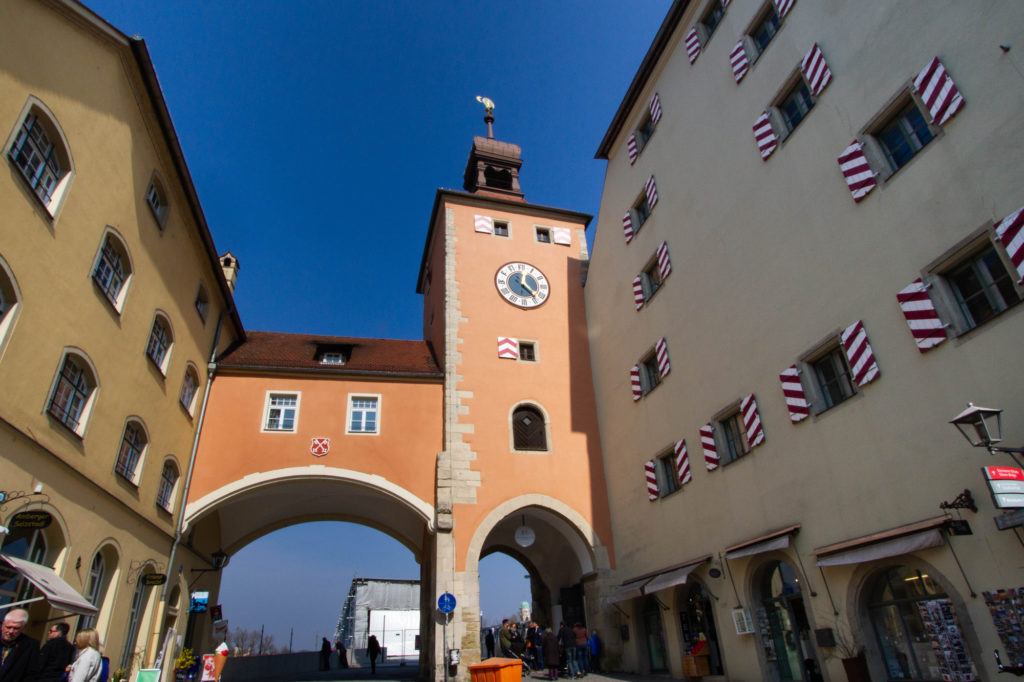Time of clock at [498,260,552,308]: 12:23
